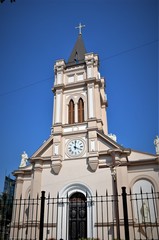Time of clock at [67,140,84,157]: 4:00
